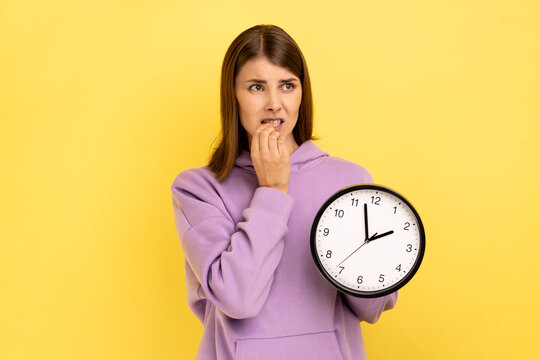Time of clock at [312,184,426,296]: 1:57
